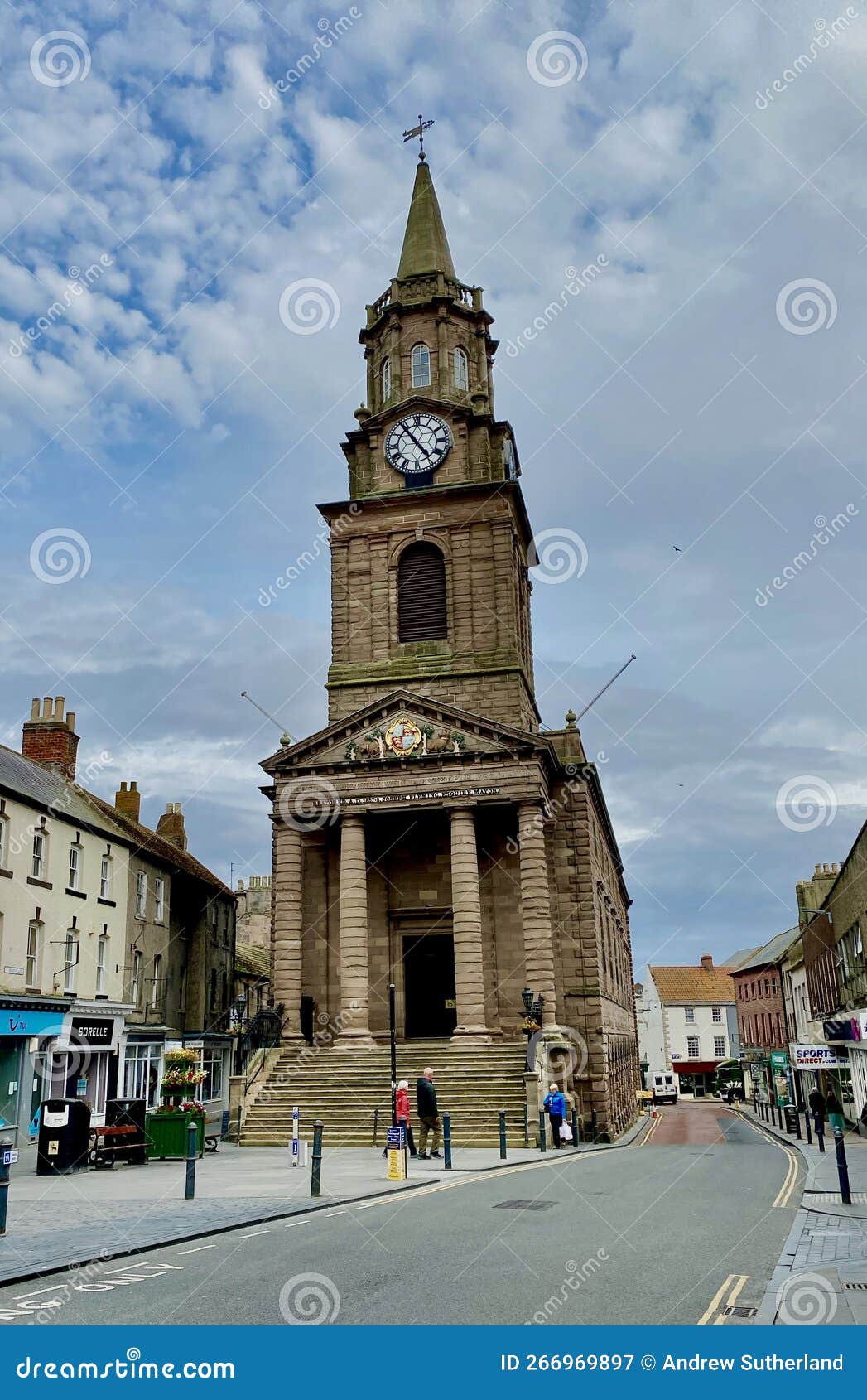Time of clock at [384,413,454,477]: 4:54
